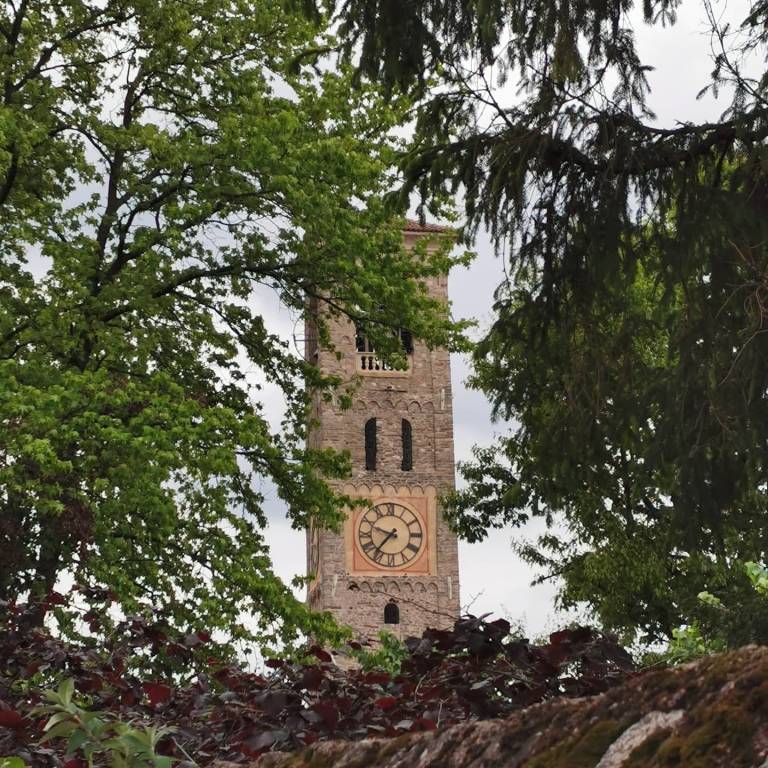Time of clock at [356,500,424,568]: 9:36
